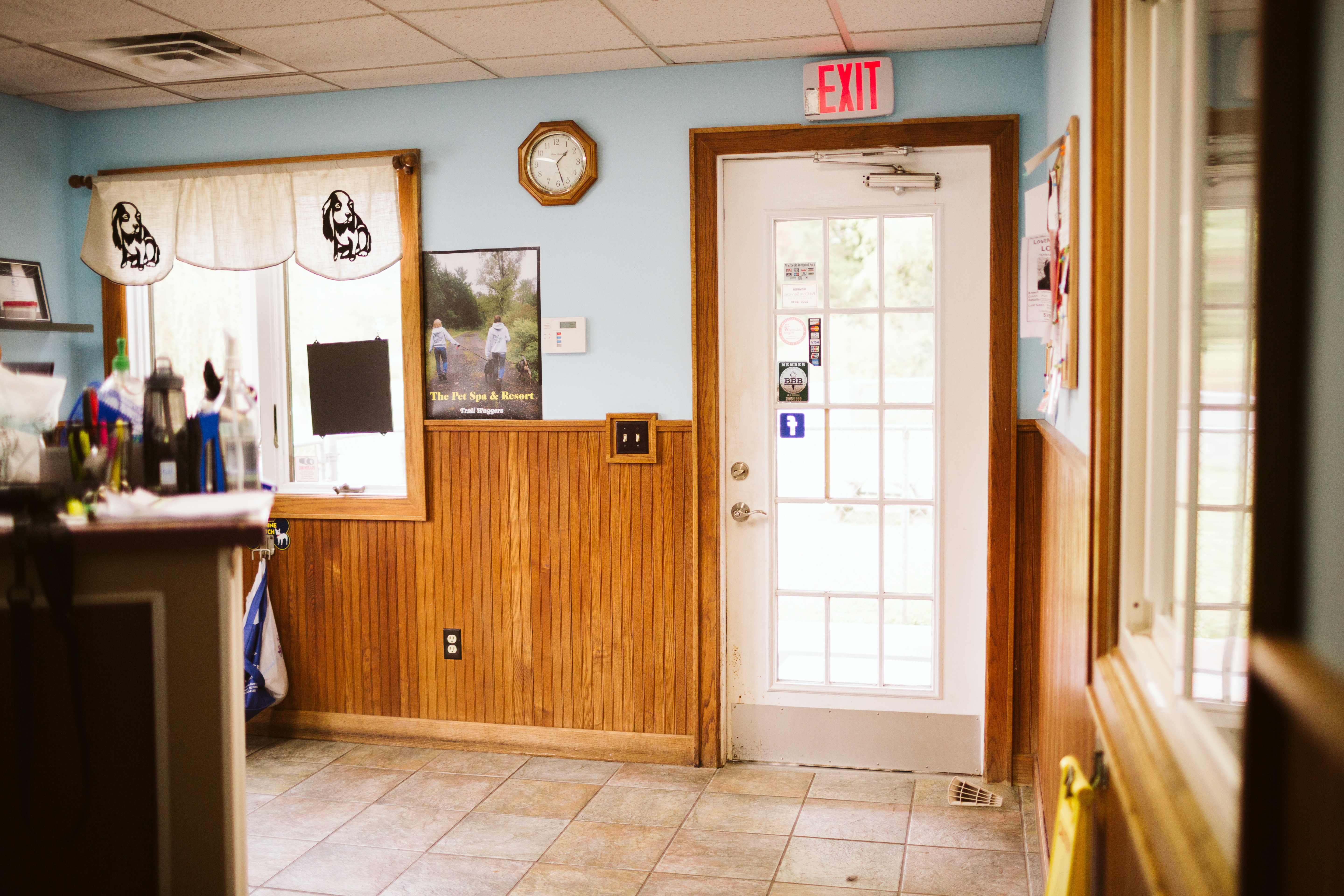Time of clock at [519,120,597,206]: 1:27
